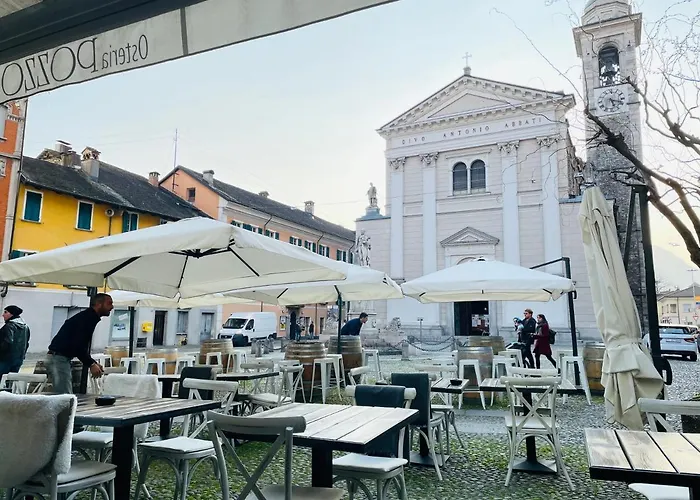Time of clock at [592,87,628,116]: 5:18
